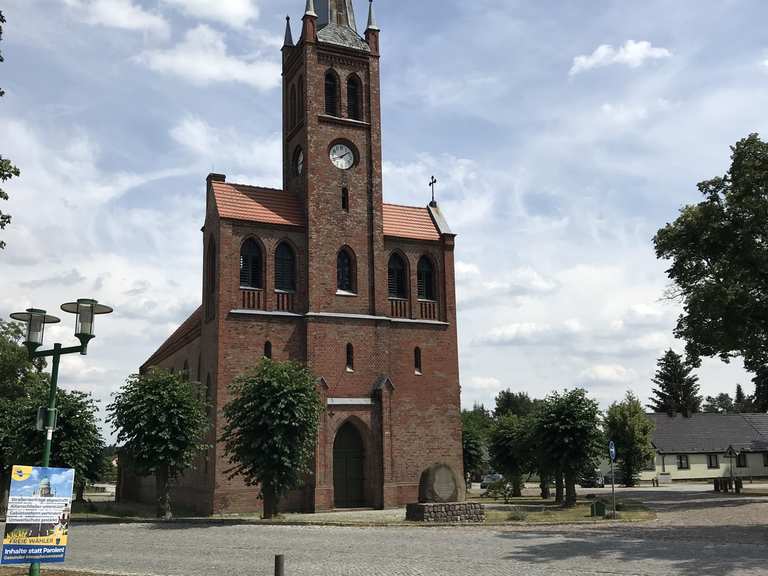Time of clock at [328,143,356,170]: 1:42
